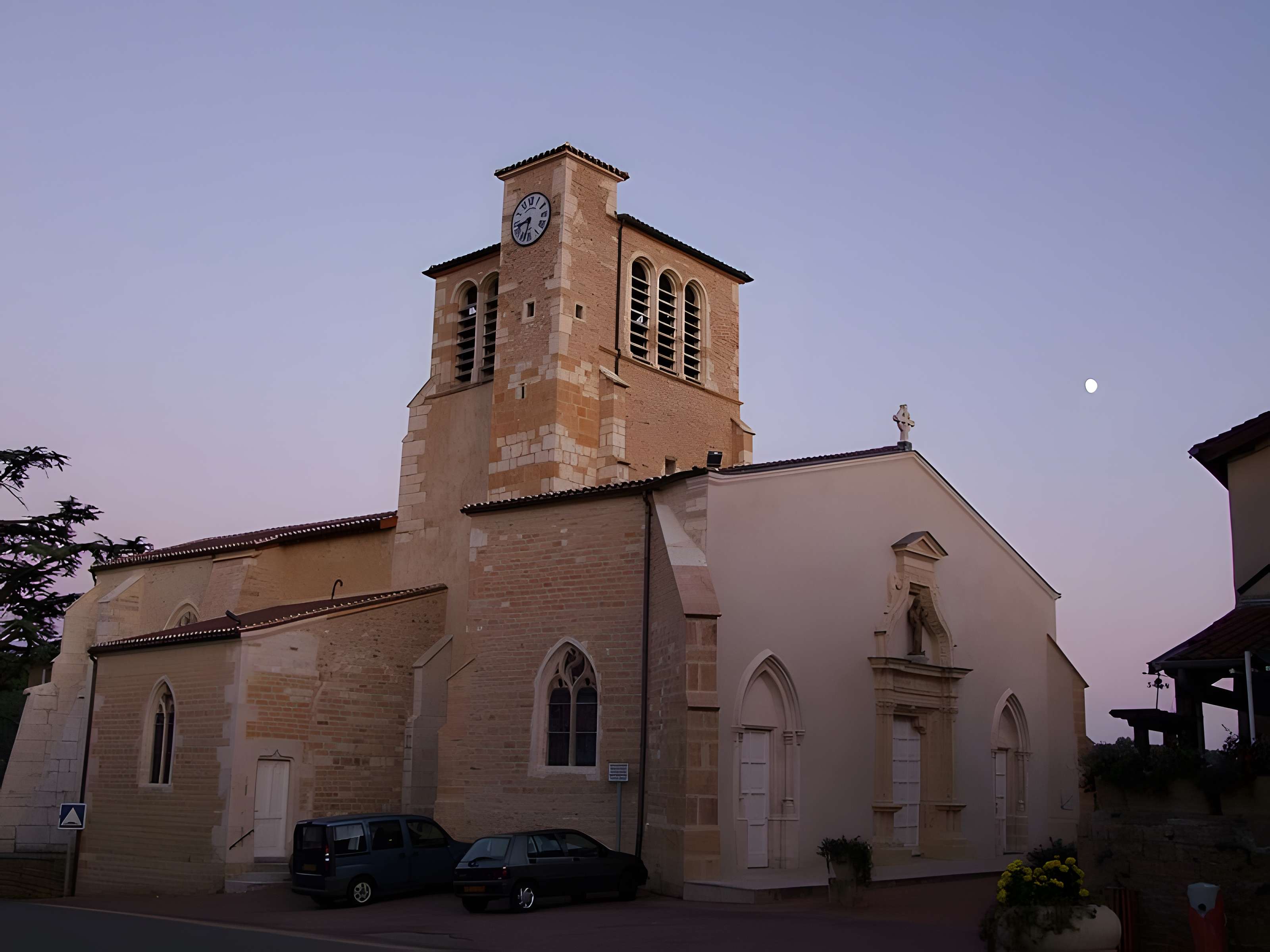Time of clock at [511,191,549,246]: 8:32
